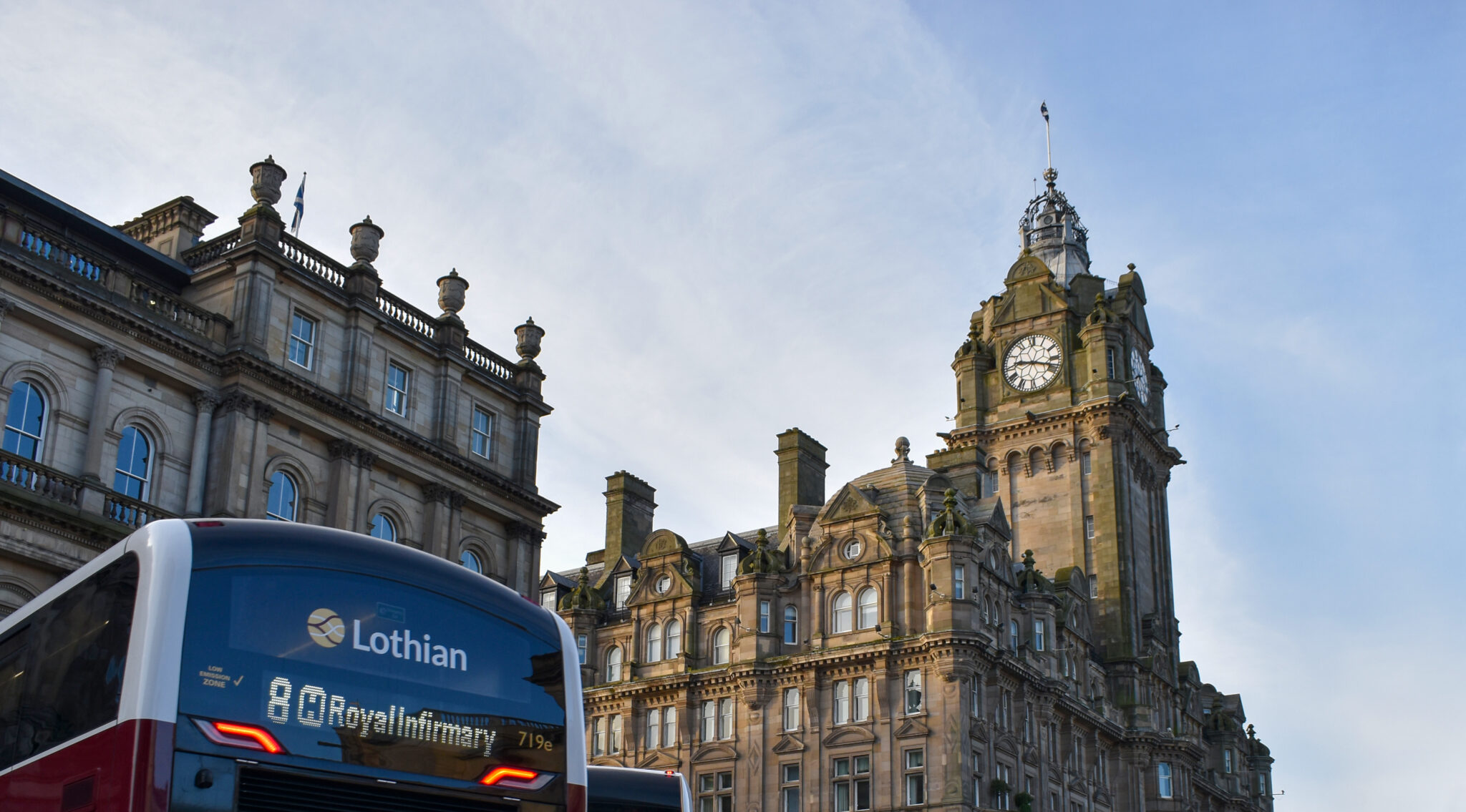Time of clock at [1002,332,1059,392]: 9:17
